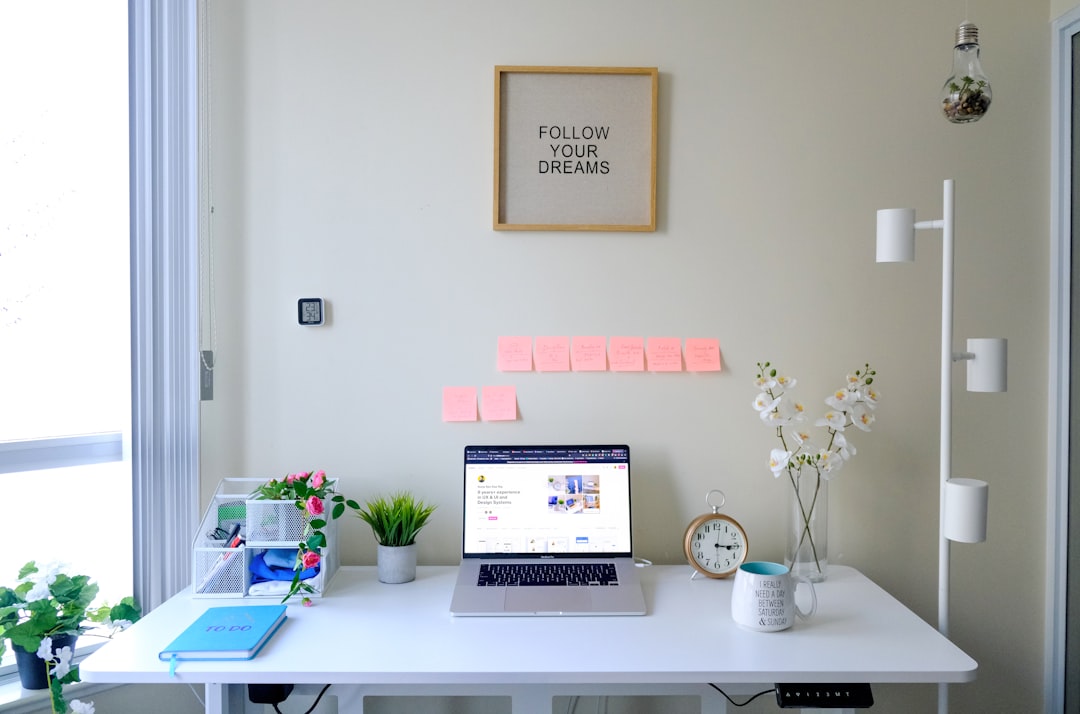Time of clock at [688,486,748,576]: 3:14
